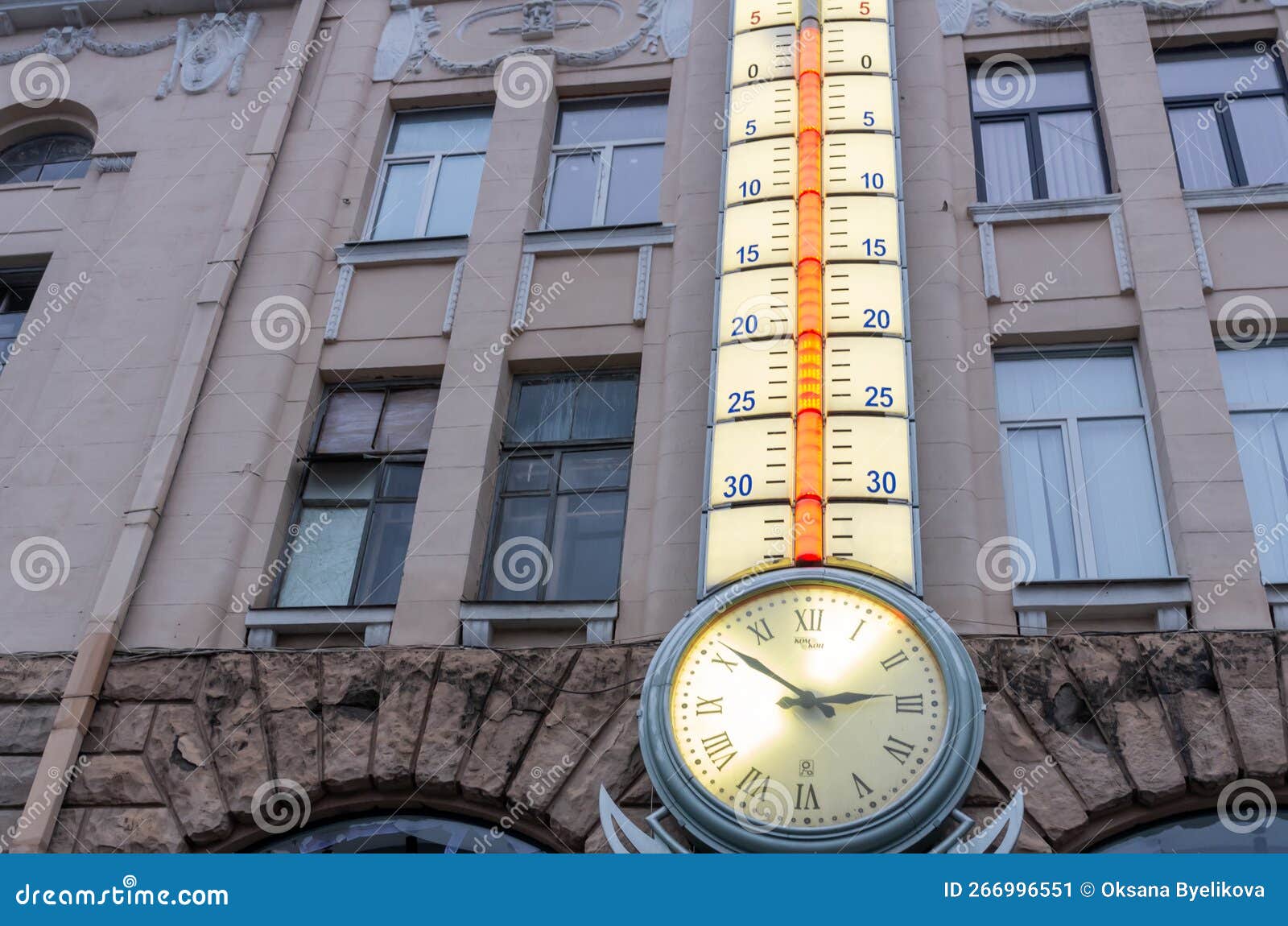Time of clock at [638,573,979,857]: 2:51
